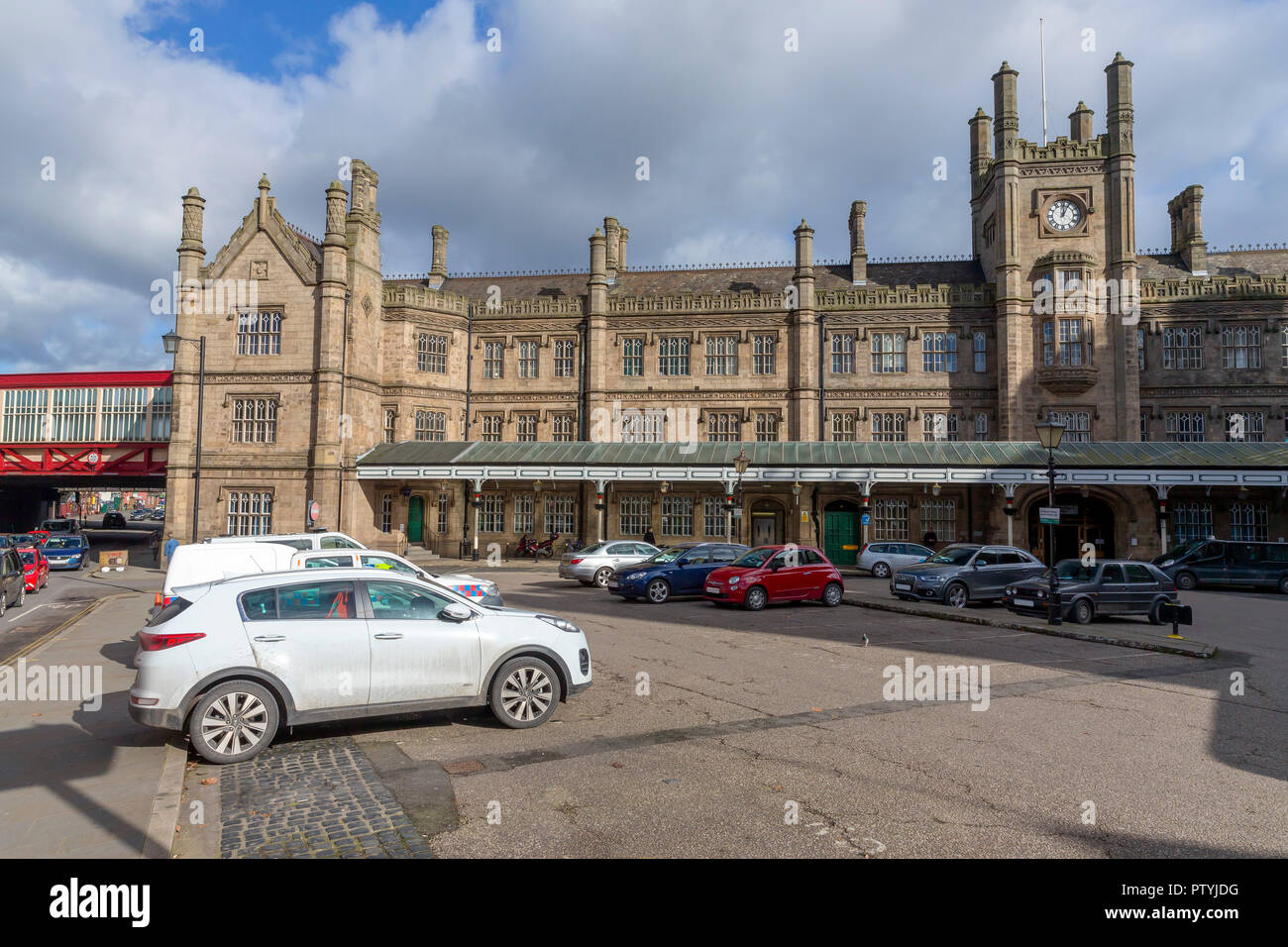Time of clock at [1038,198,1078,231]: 12:04
